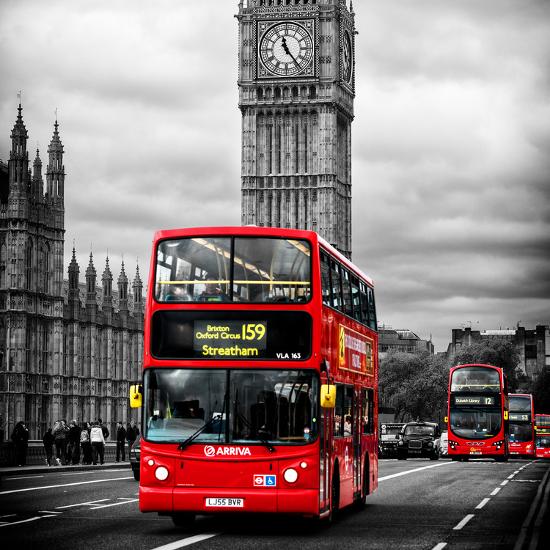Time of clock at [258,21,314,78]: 11:23
